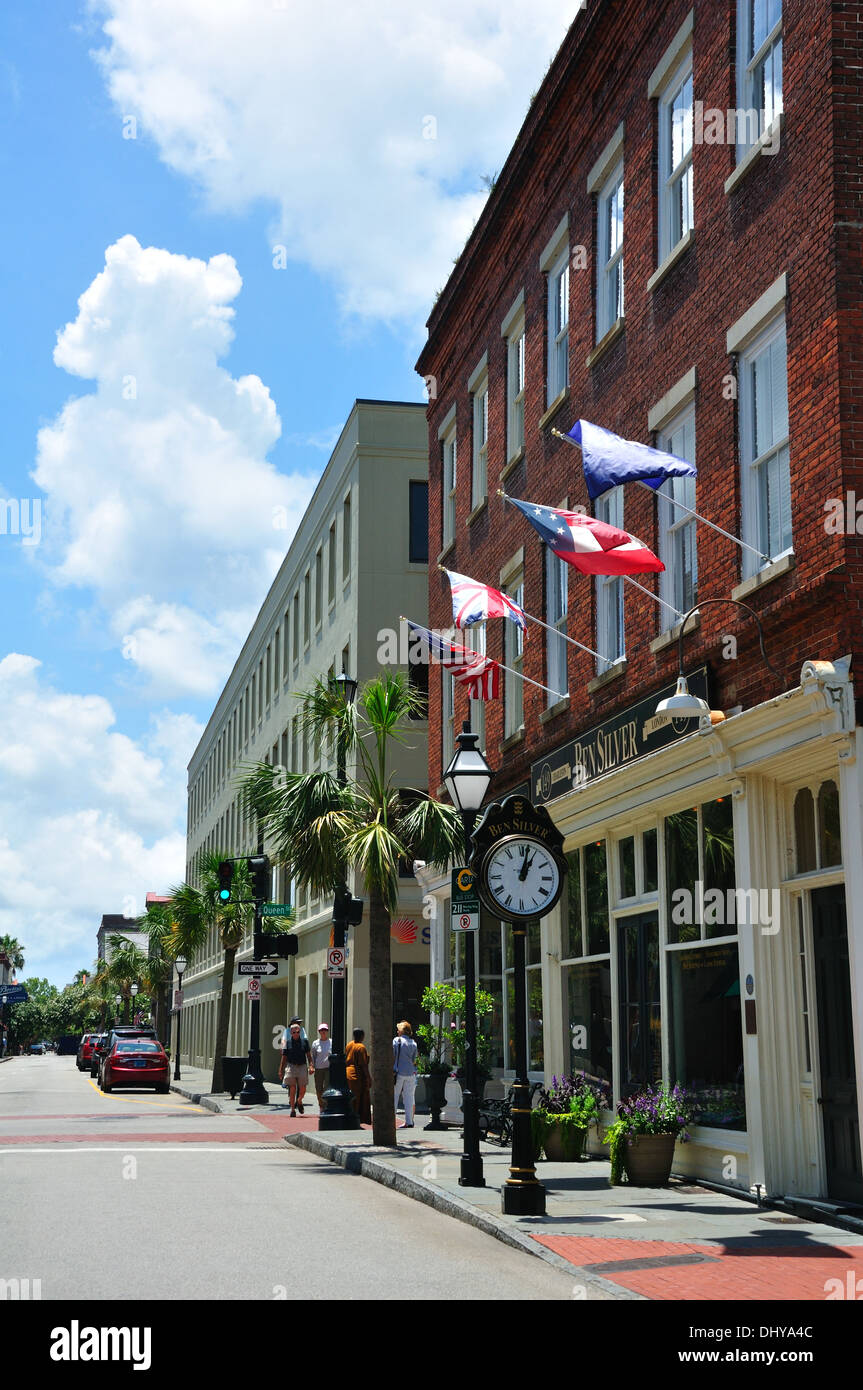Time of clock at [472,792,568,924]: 1:02
